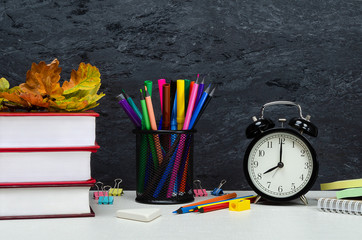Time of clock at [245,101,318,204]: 8:00
